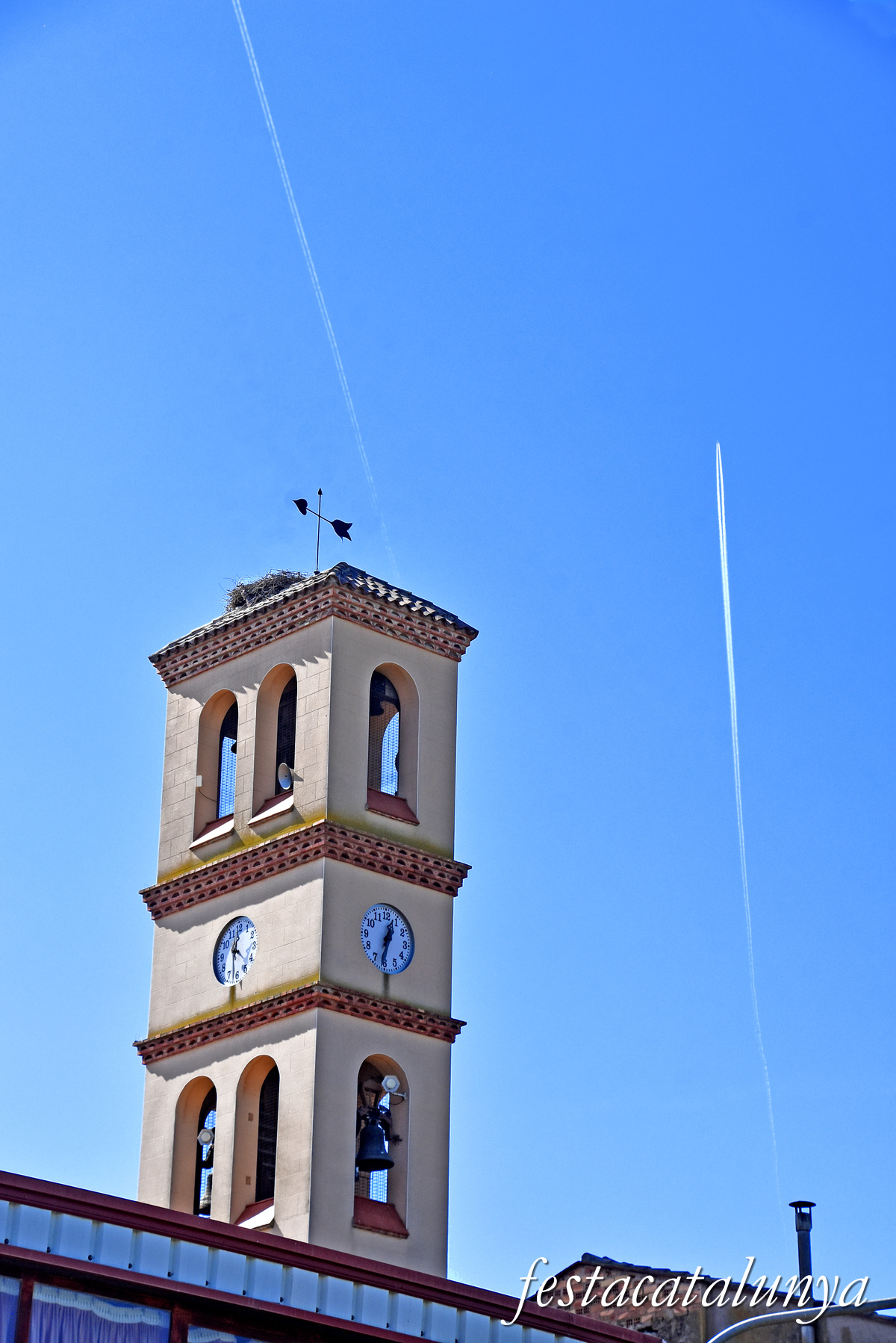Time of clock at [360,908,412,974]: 12:32
